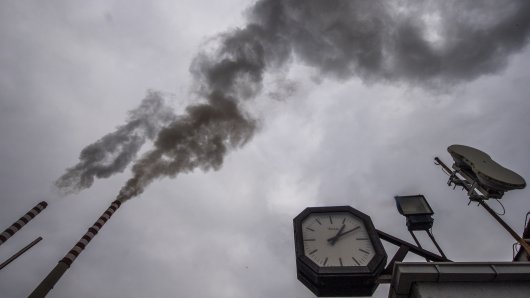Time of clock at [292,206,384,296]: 1:10
